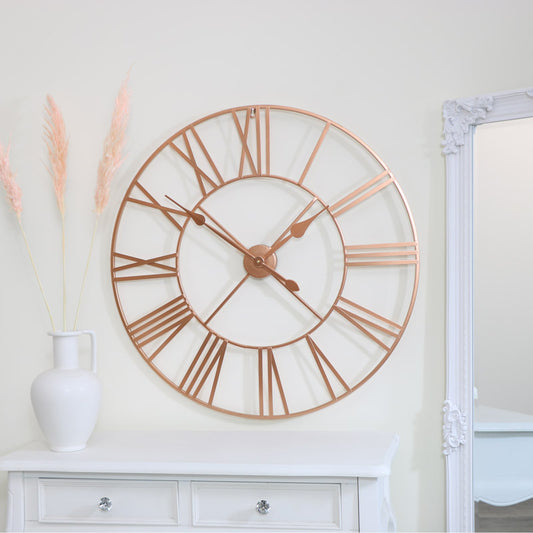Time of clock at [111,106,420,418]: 1:51
